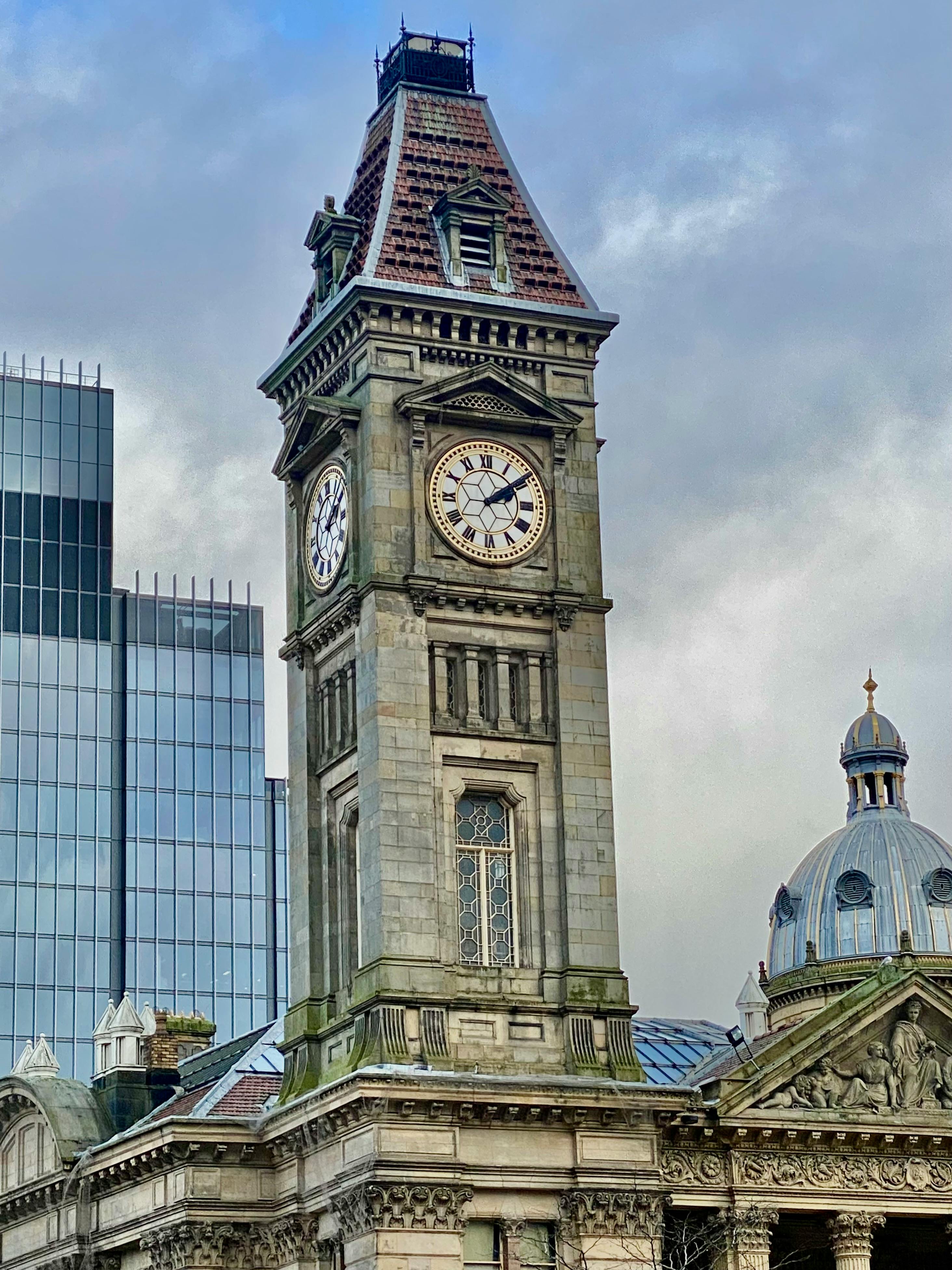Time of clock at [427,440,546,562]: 2:09
